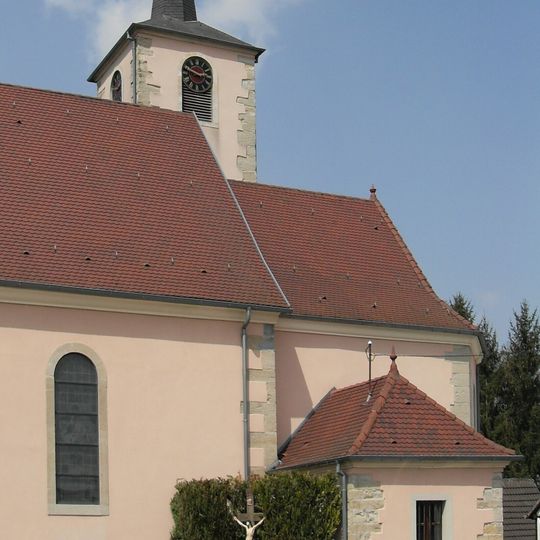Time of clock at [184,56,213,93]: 2:48
